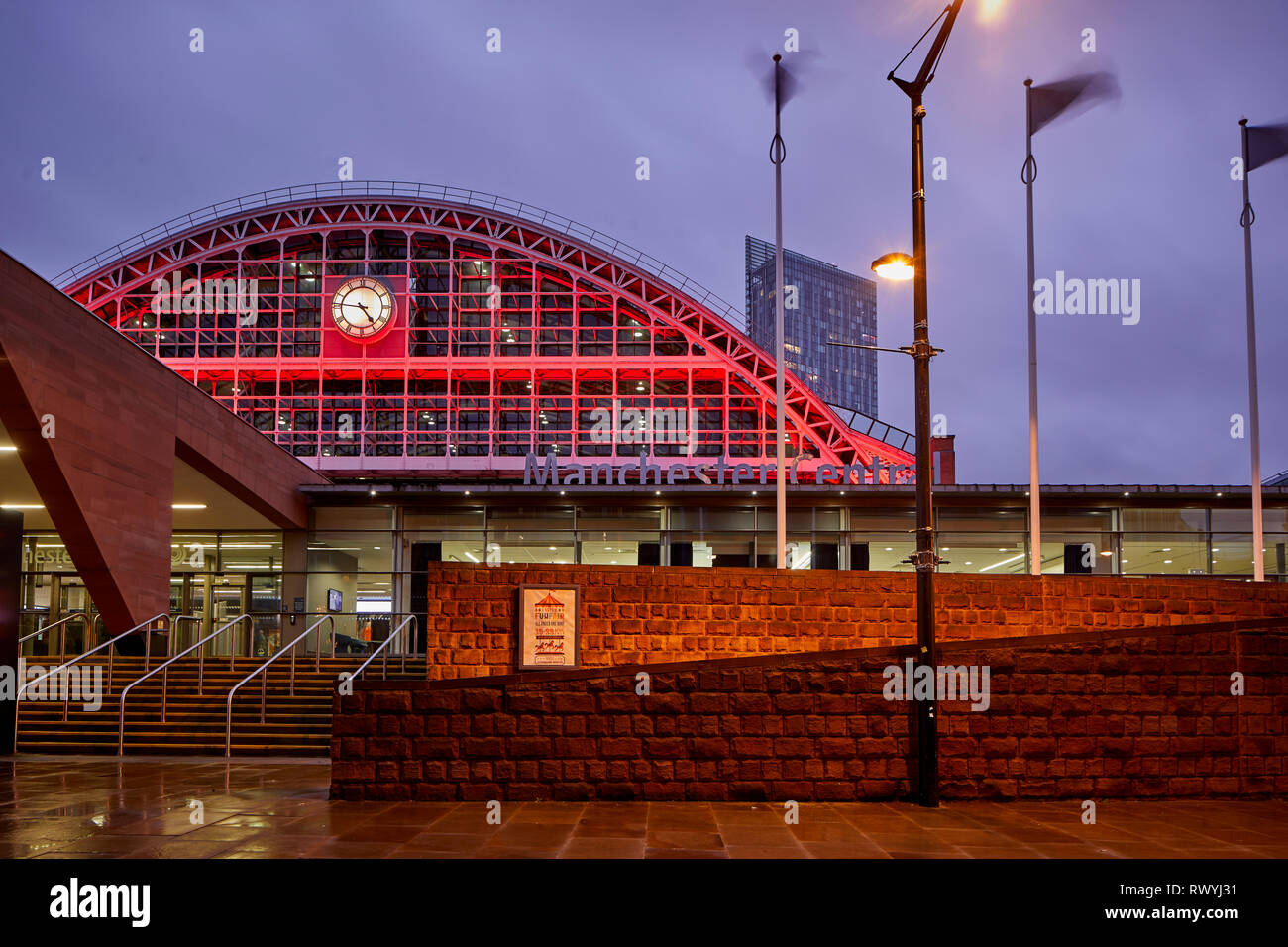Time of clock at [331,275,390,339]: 4:46
